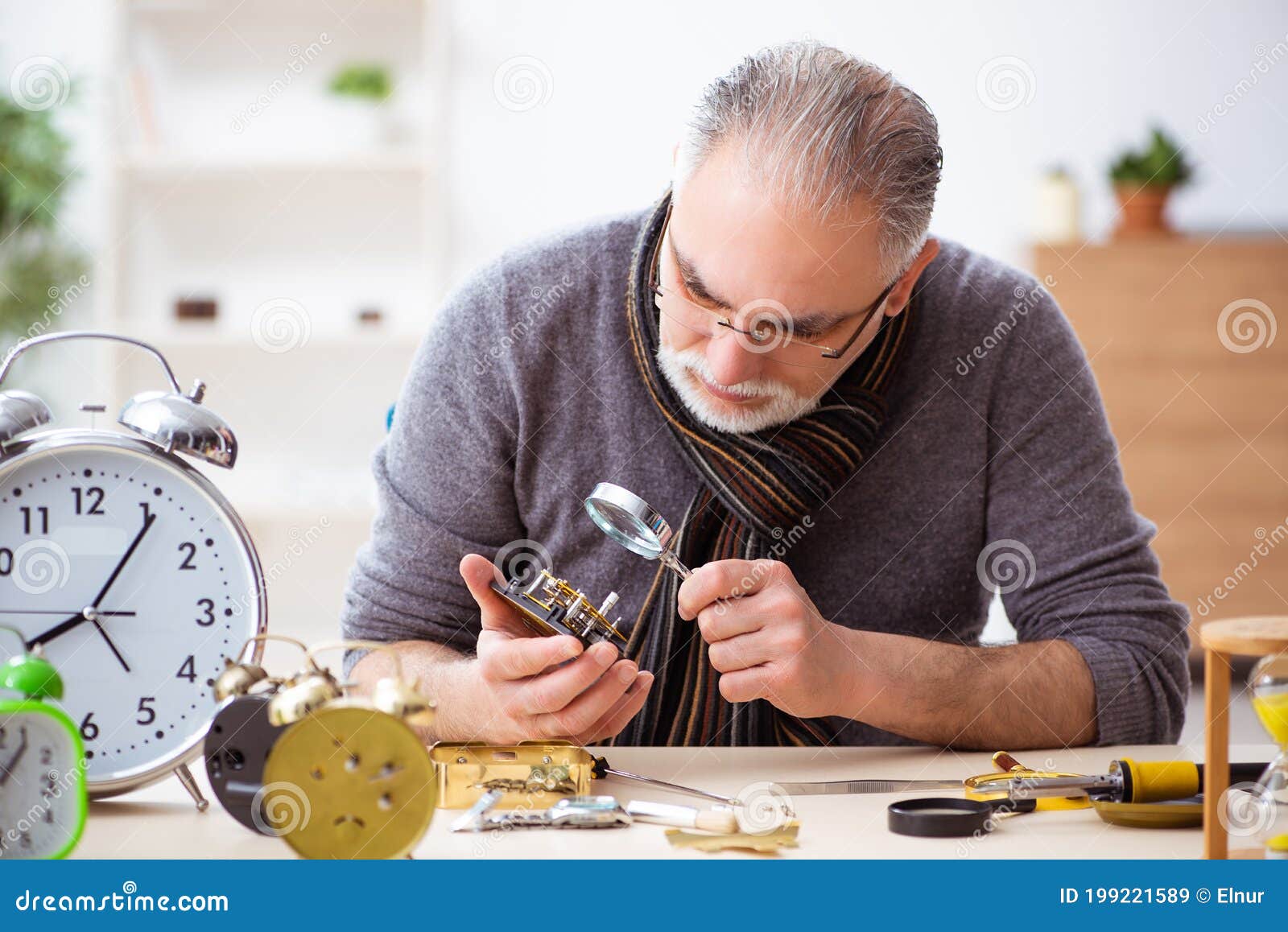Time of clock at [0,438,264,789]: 8:05
